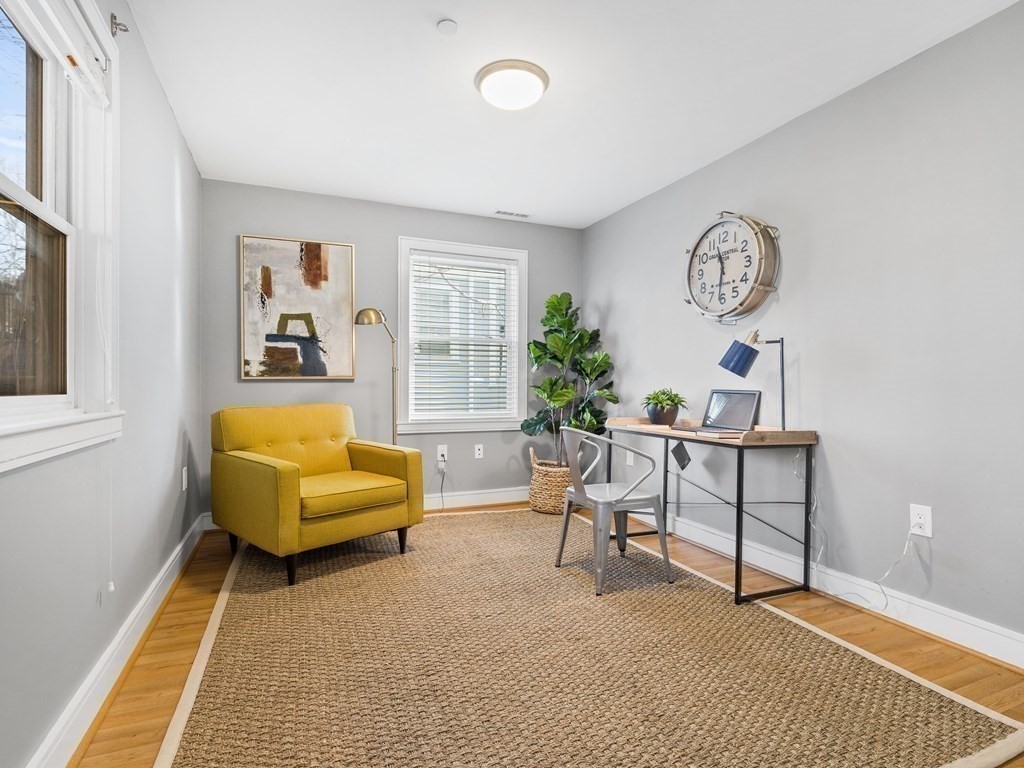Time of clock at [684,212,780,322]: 11:31
